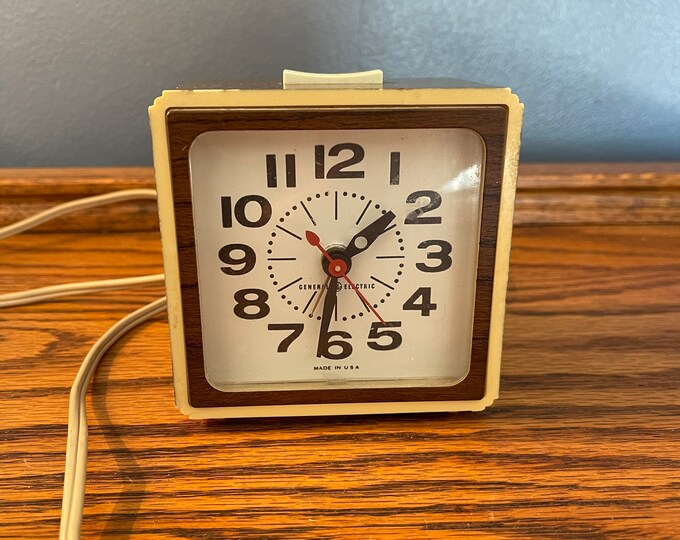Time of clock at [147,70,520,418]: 1:31
